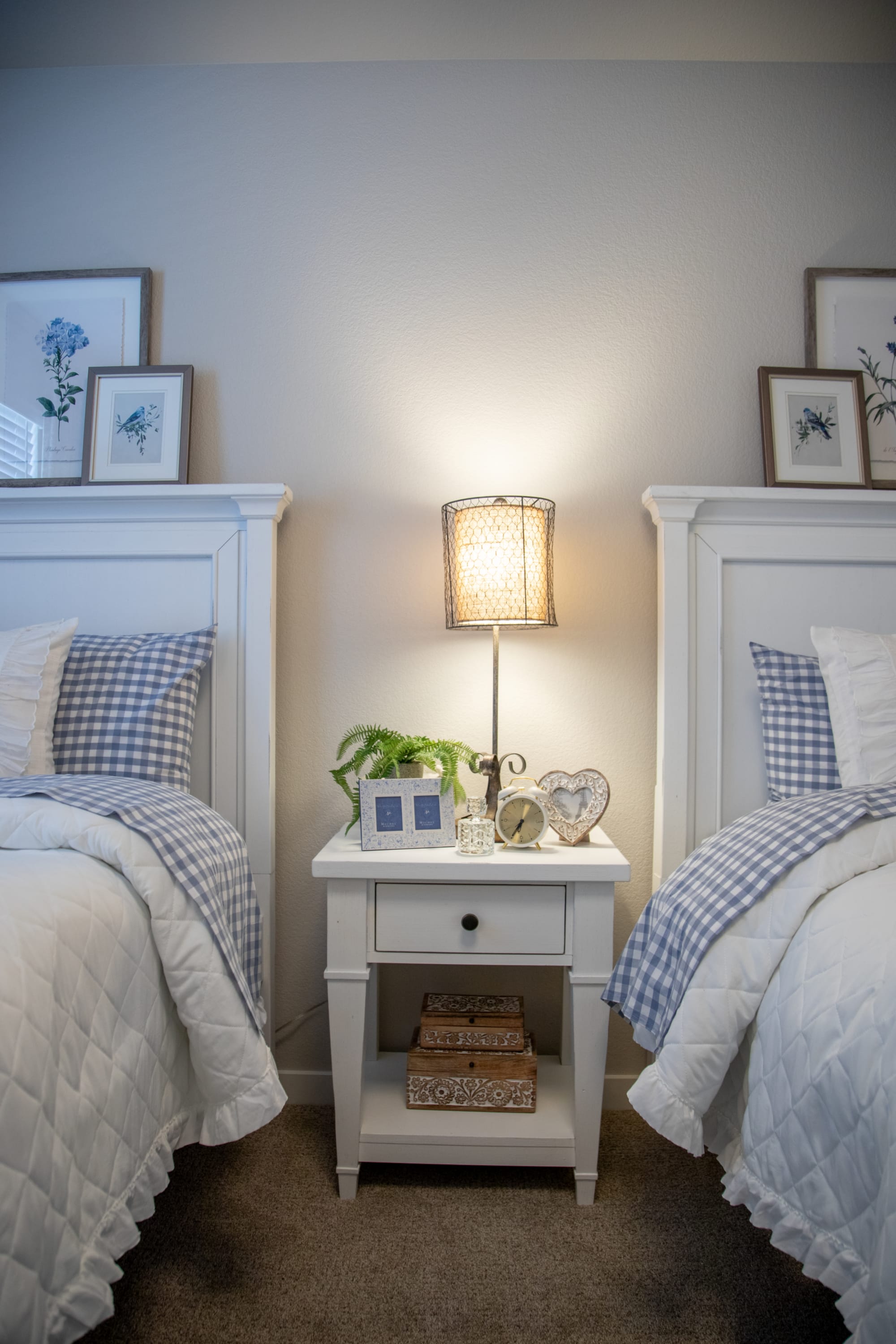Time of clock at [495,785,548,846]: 6:35
